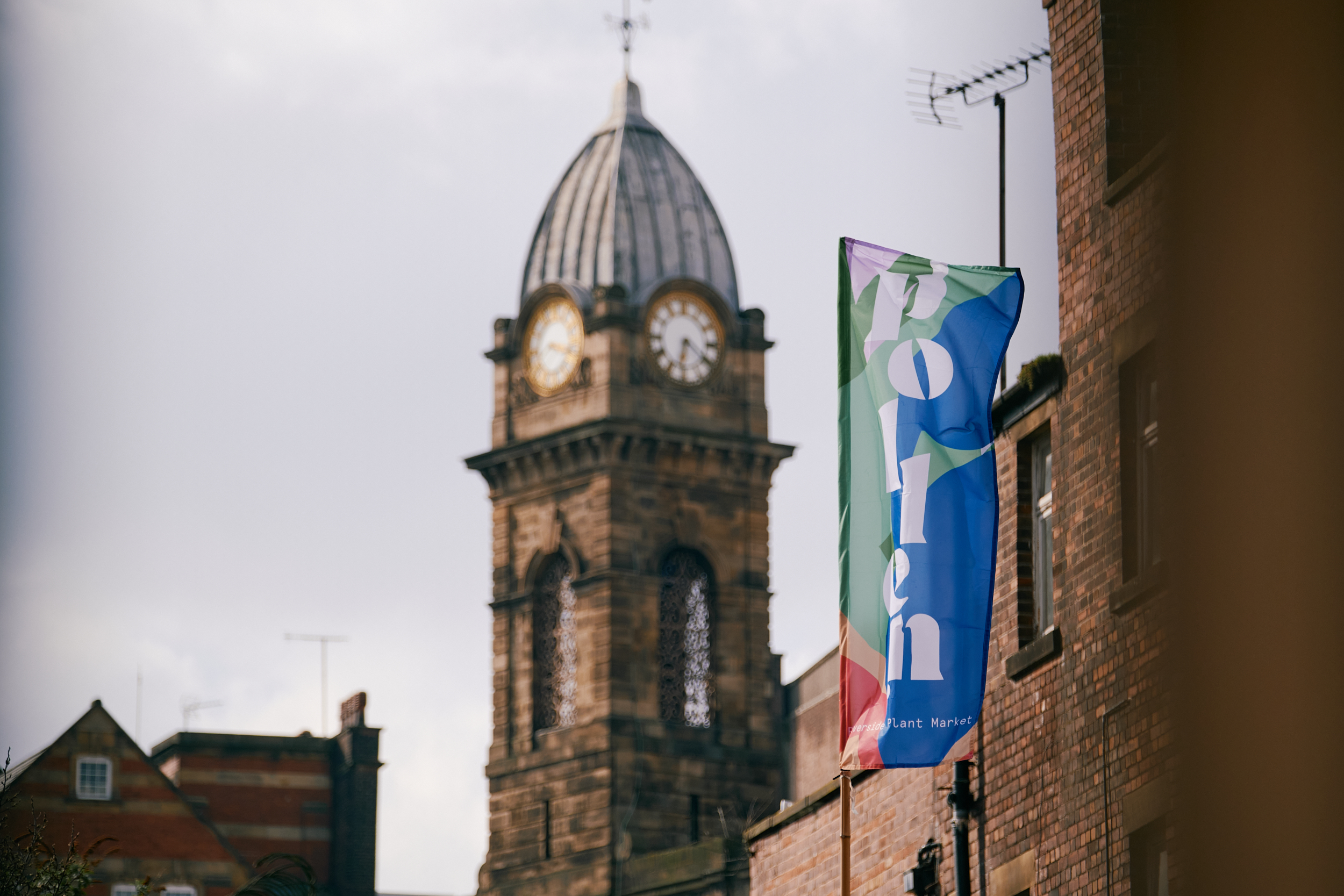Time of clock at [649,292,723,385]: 6:21
